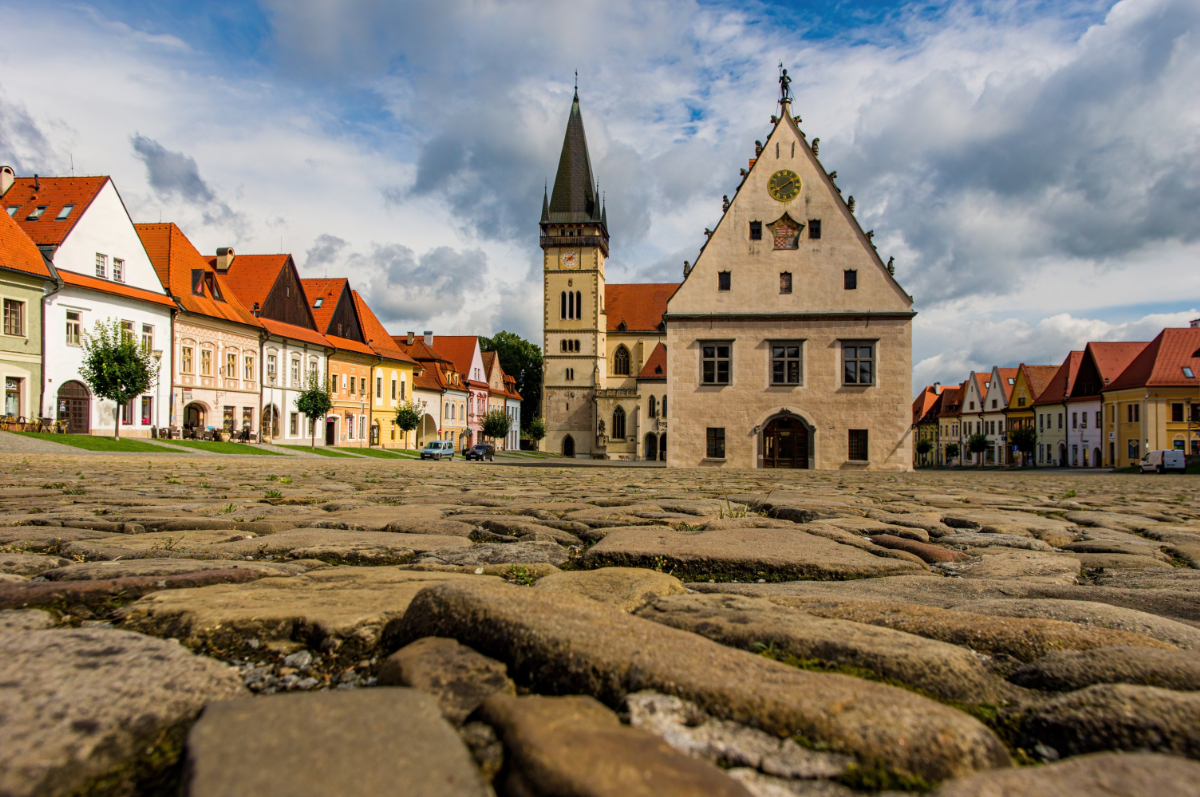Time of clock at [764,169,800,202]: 1:39
